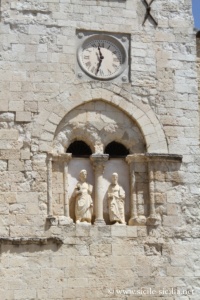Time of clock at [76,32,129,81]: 11:32
